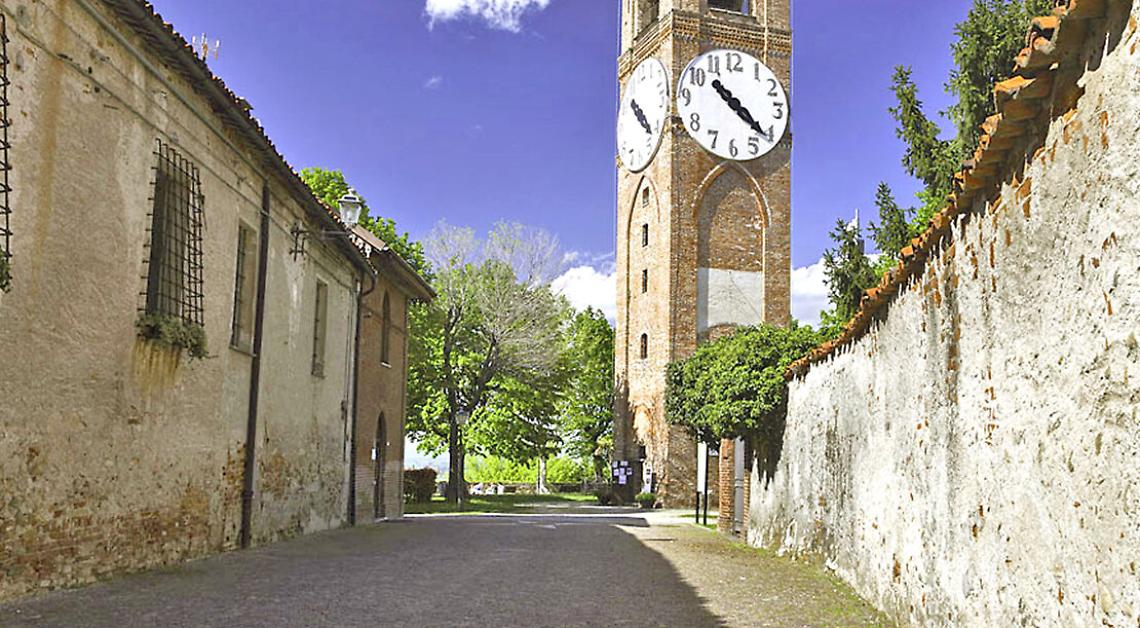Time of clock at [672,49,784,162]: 10:21
